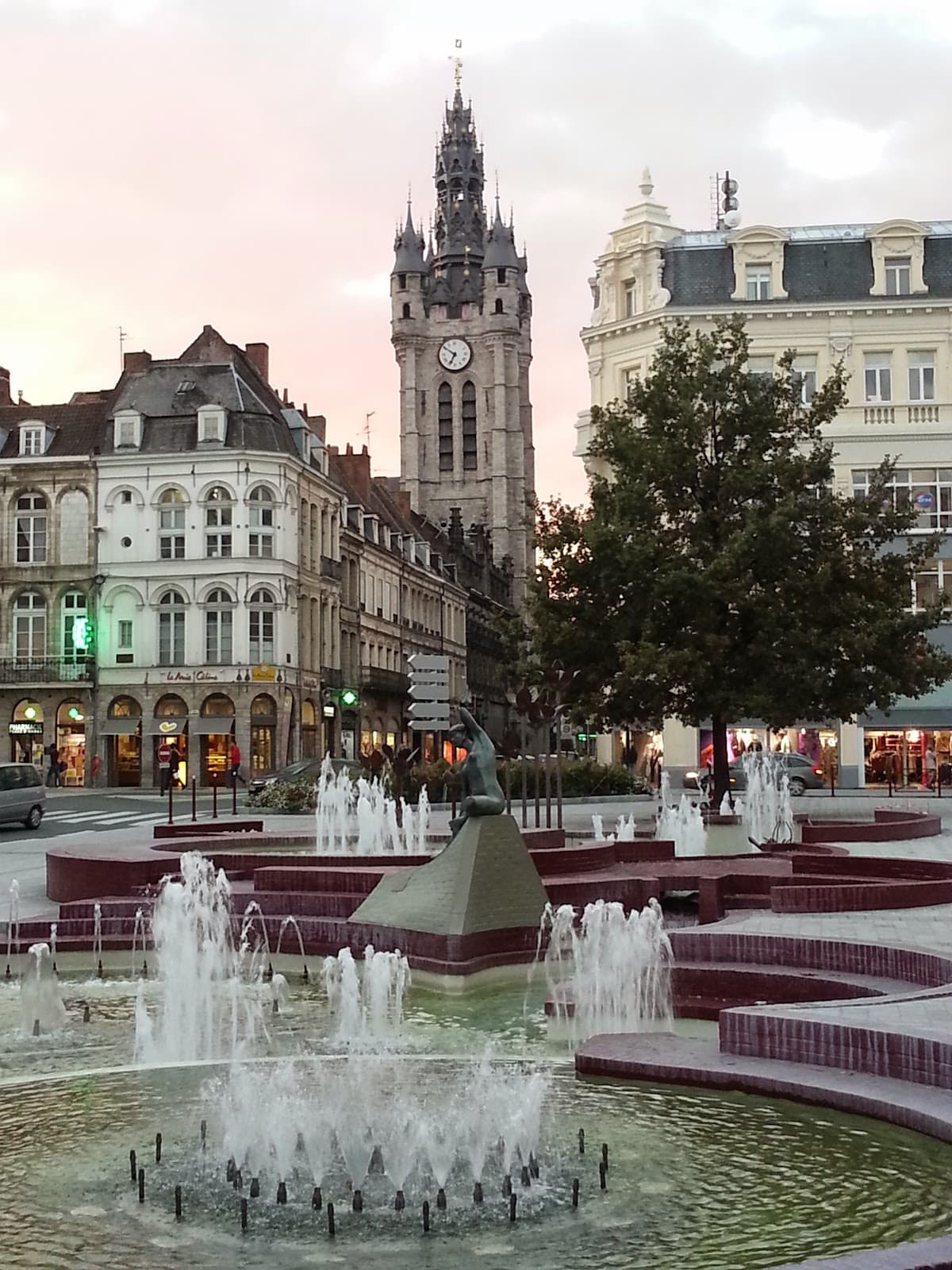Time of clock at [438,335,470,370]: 6:50
